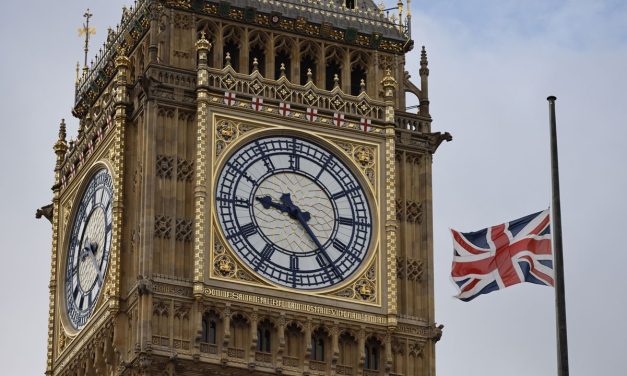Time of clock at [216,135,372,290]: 9:23
